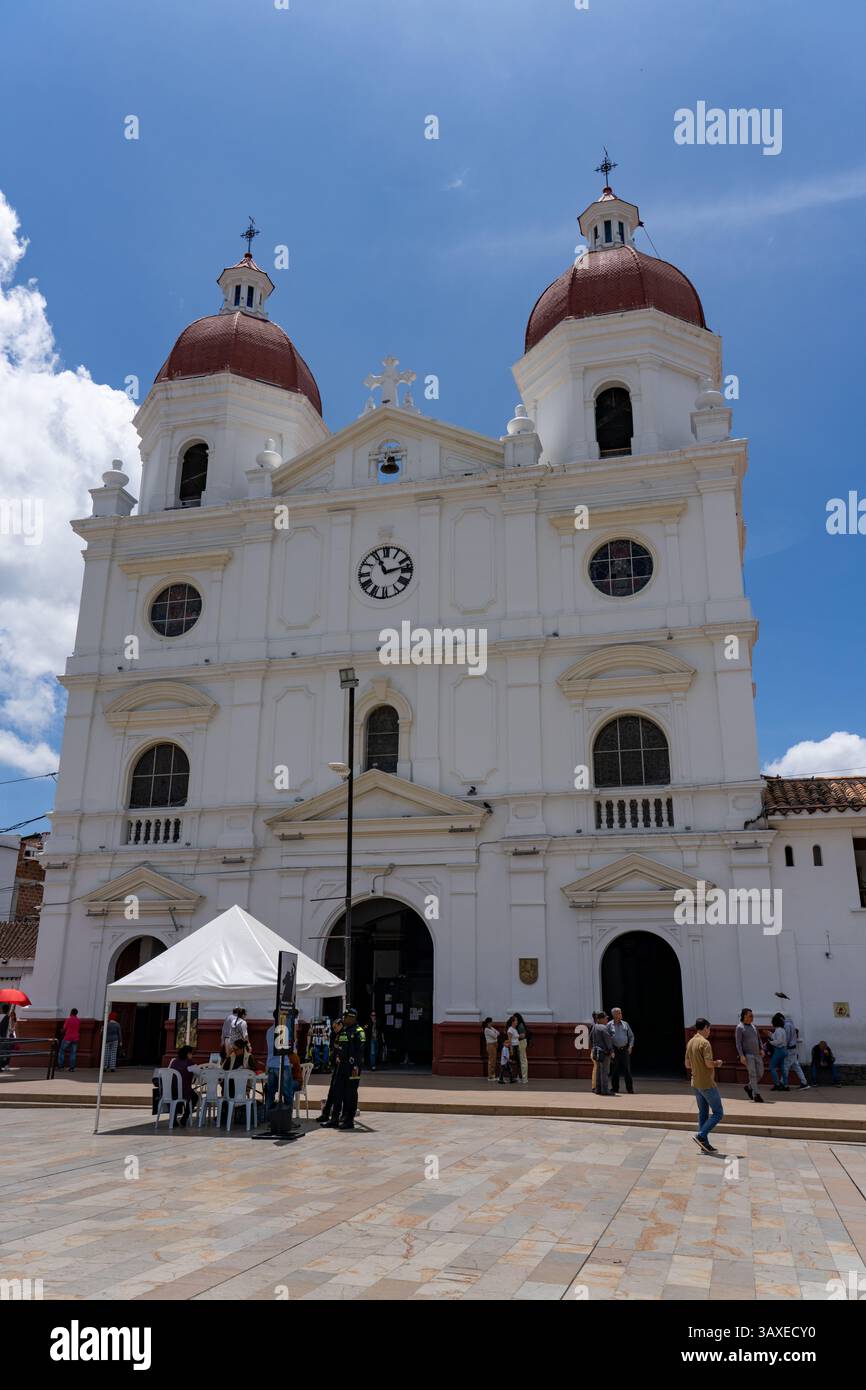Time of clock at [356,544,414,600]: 11:12
